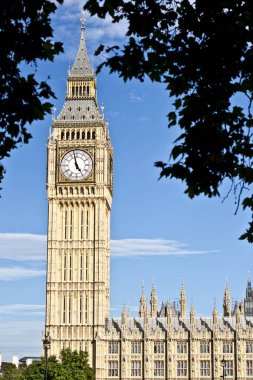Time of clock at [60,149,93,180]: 4:57
